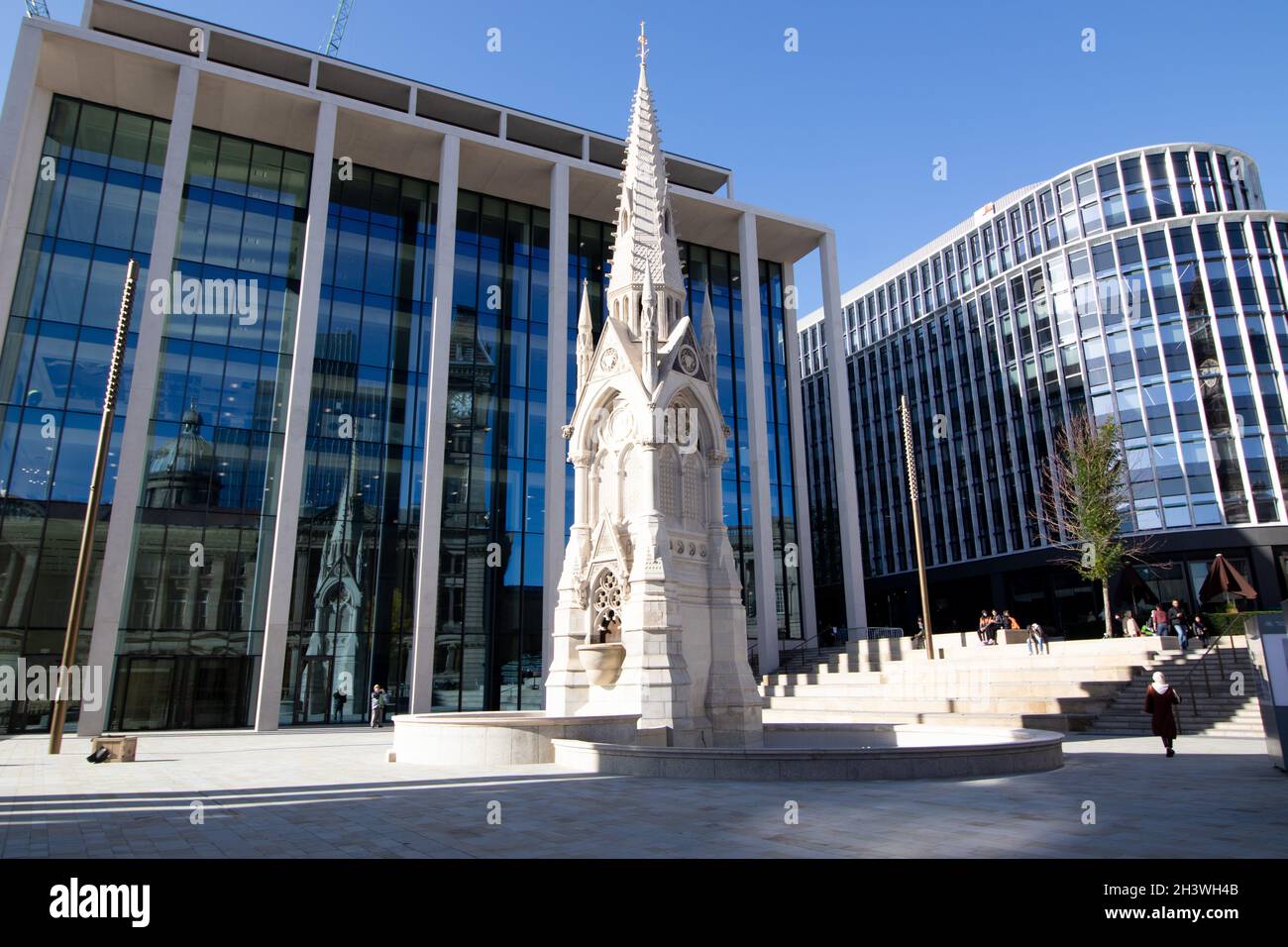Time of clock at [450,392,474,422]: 11:51
